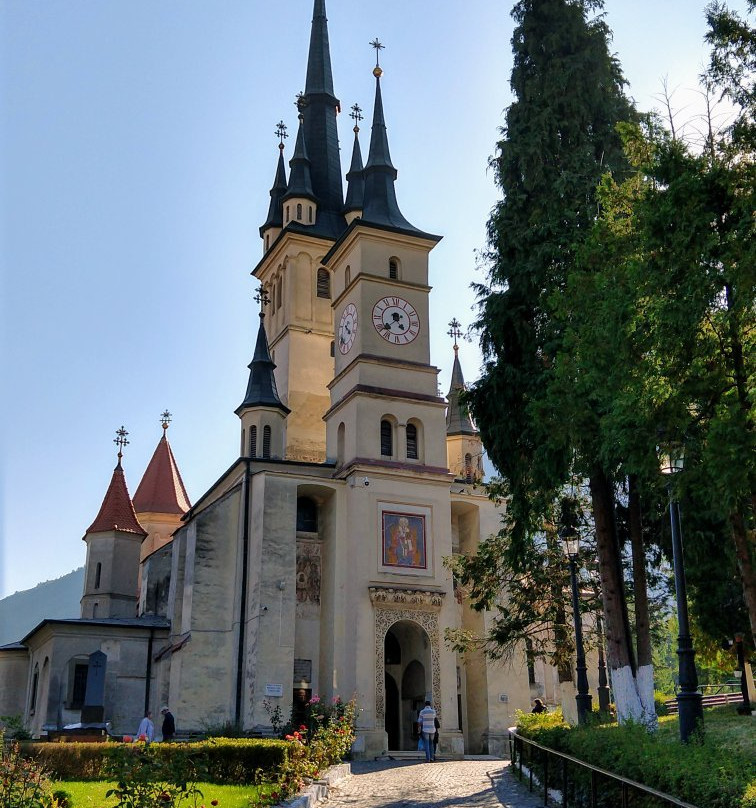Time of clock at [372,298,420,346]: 4:38
